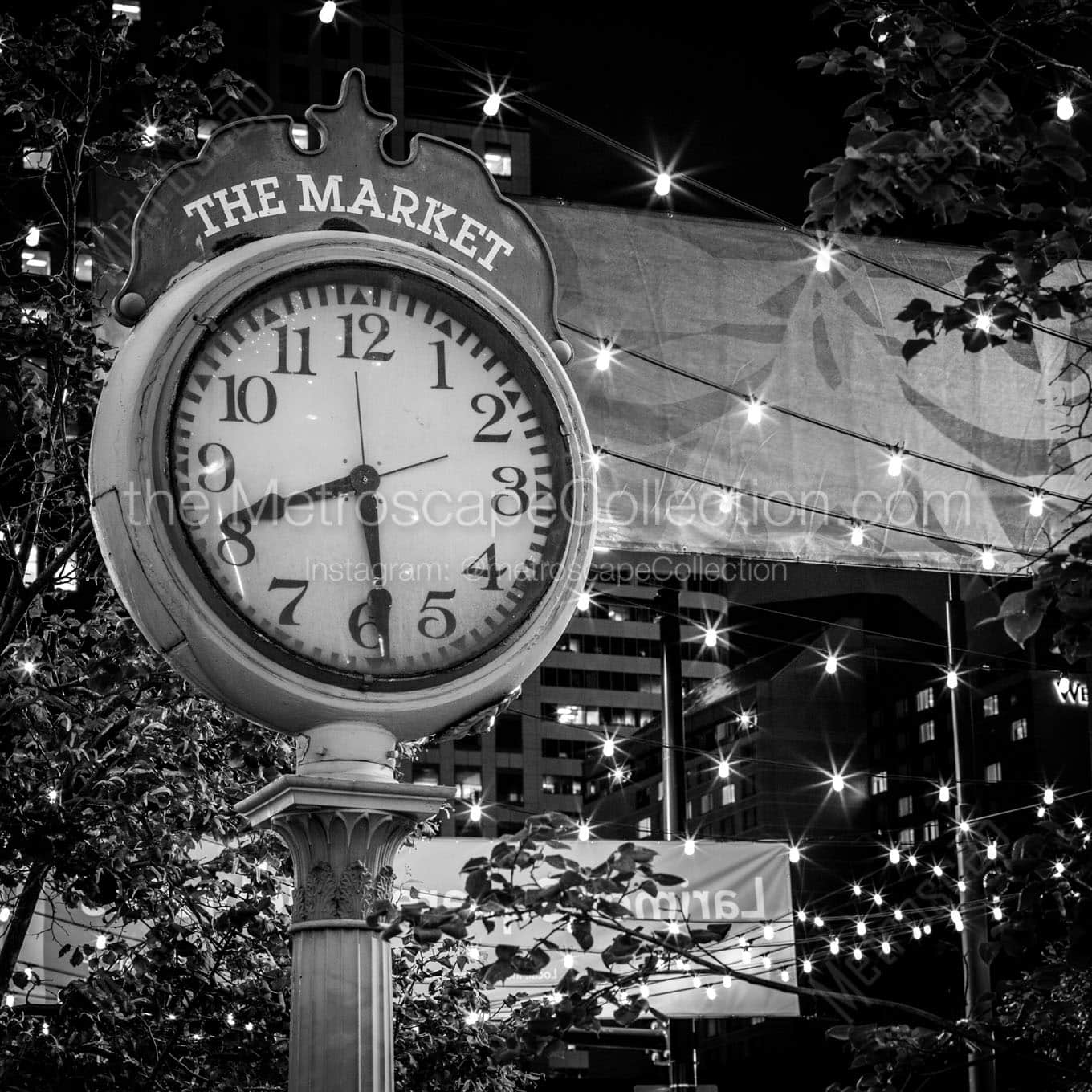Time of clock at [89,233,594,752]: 5:41
